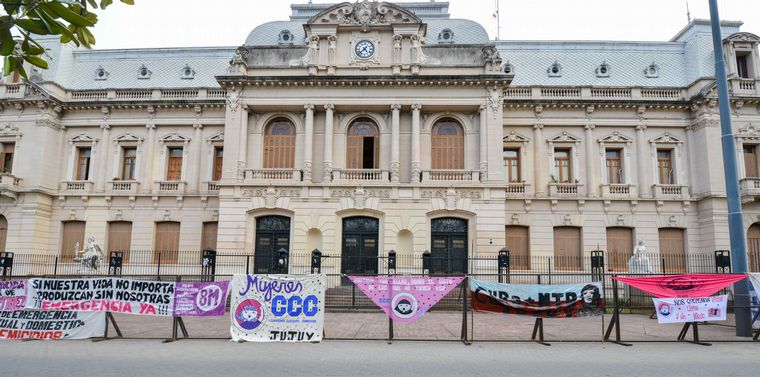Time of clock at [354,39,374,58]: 4:37
